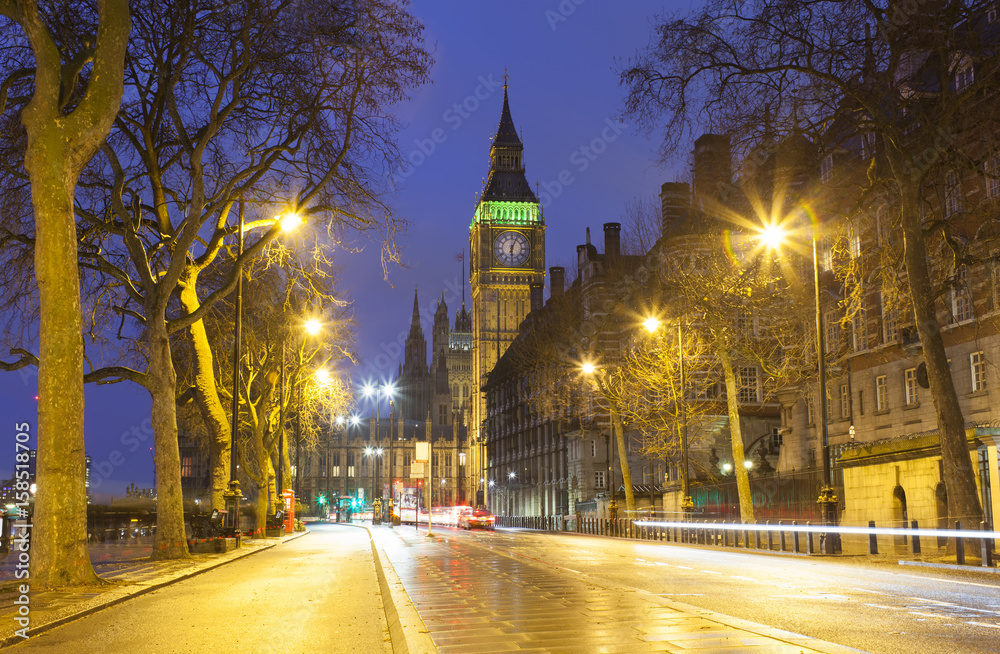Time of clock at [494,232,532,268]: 6:03
